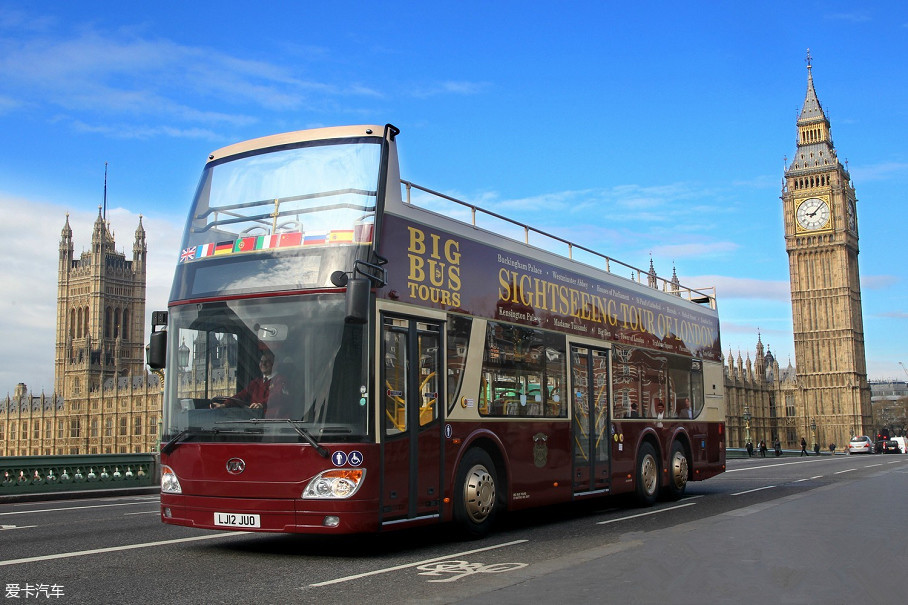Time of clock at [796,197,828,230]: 9:07
